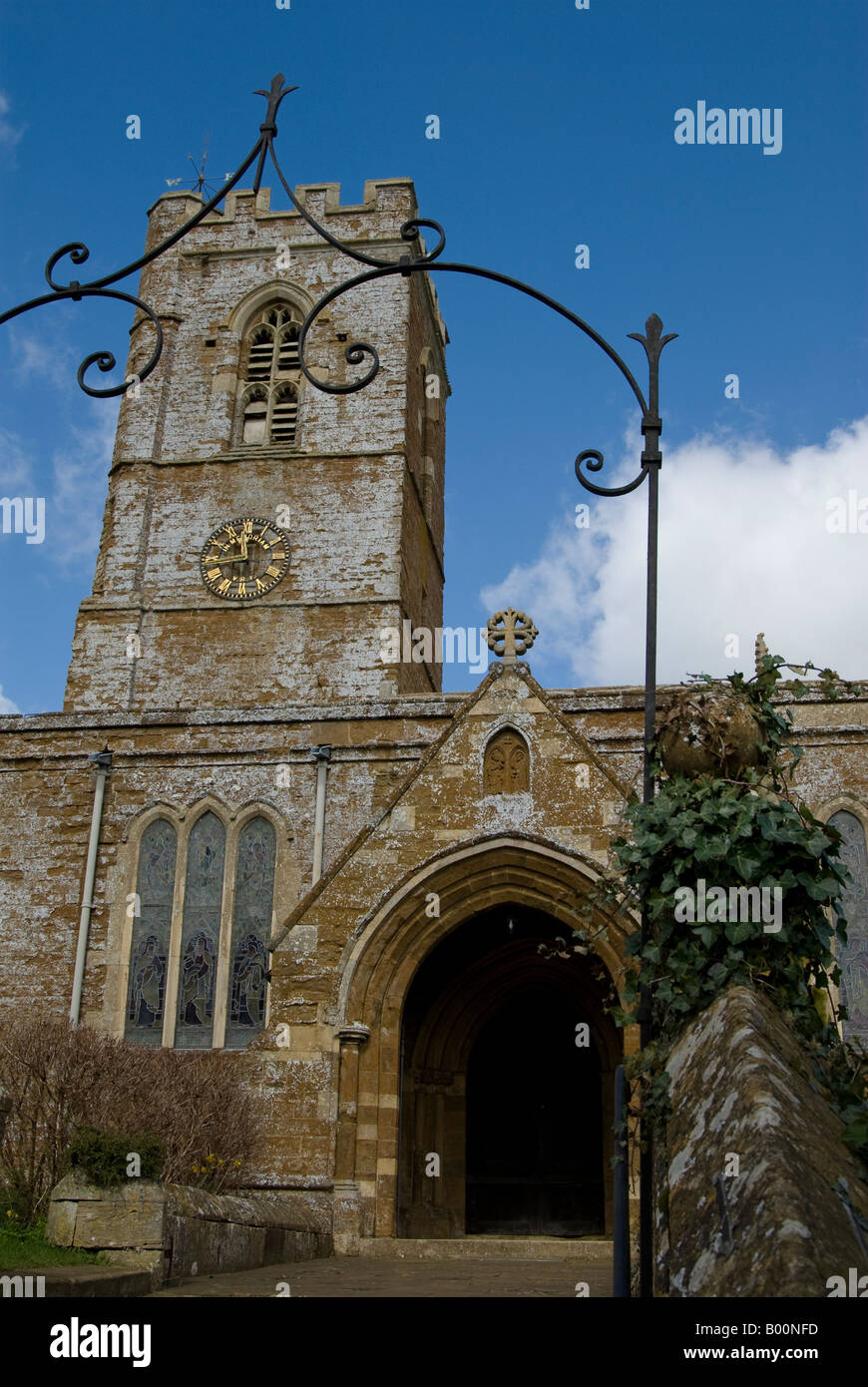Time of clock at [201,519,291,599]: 11:44
